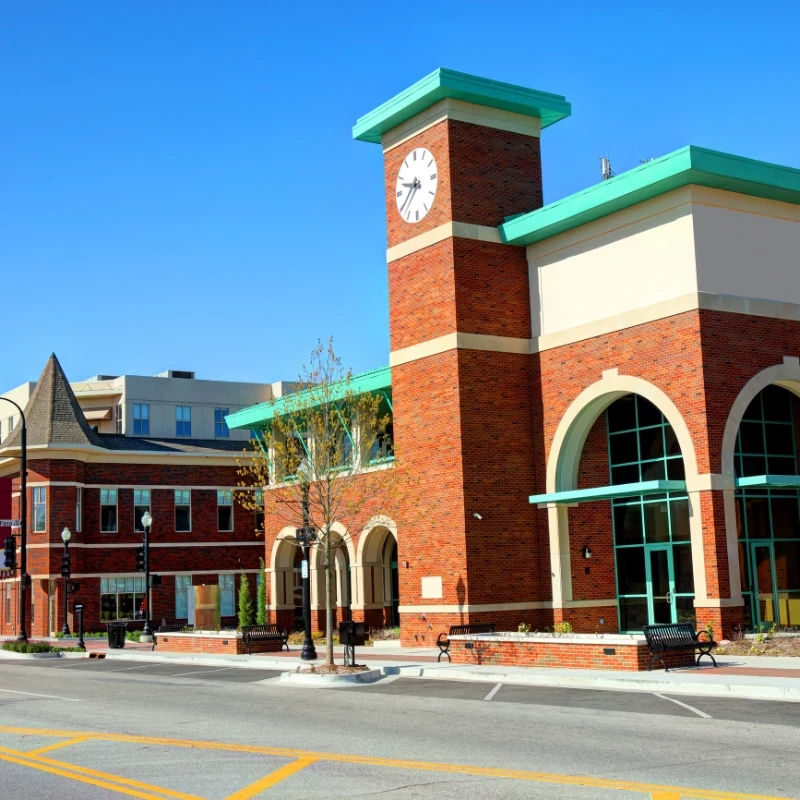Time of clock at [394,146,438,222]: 9:39
